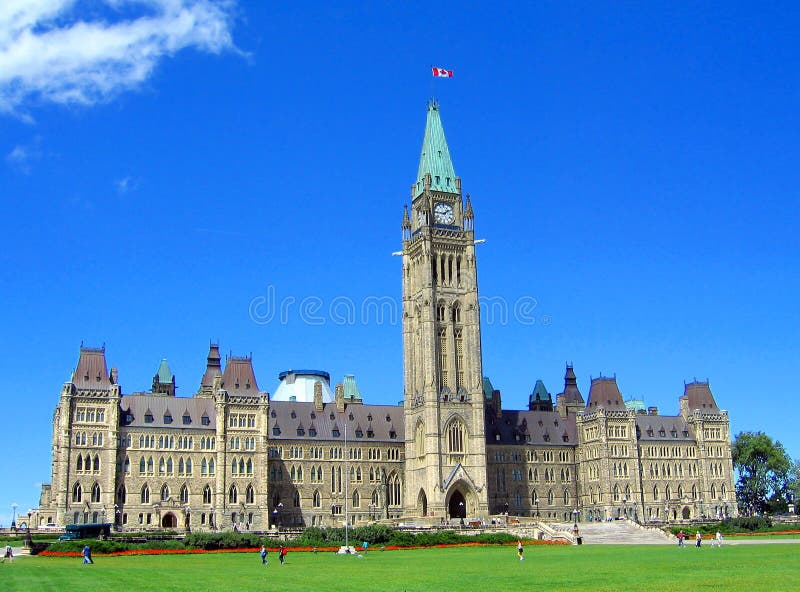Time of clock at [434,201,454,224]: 1:46
